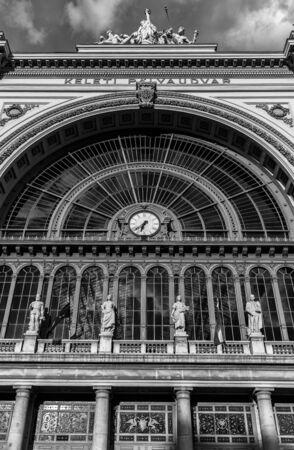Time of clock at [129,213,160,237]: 6:38
